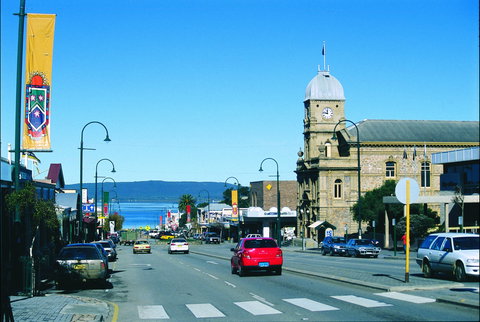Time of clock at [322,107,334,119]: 11:46
